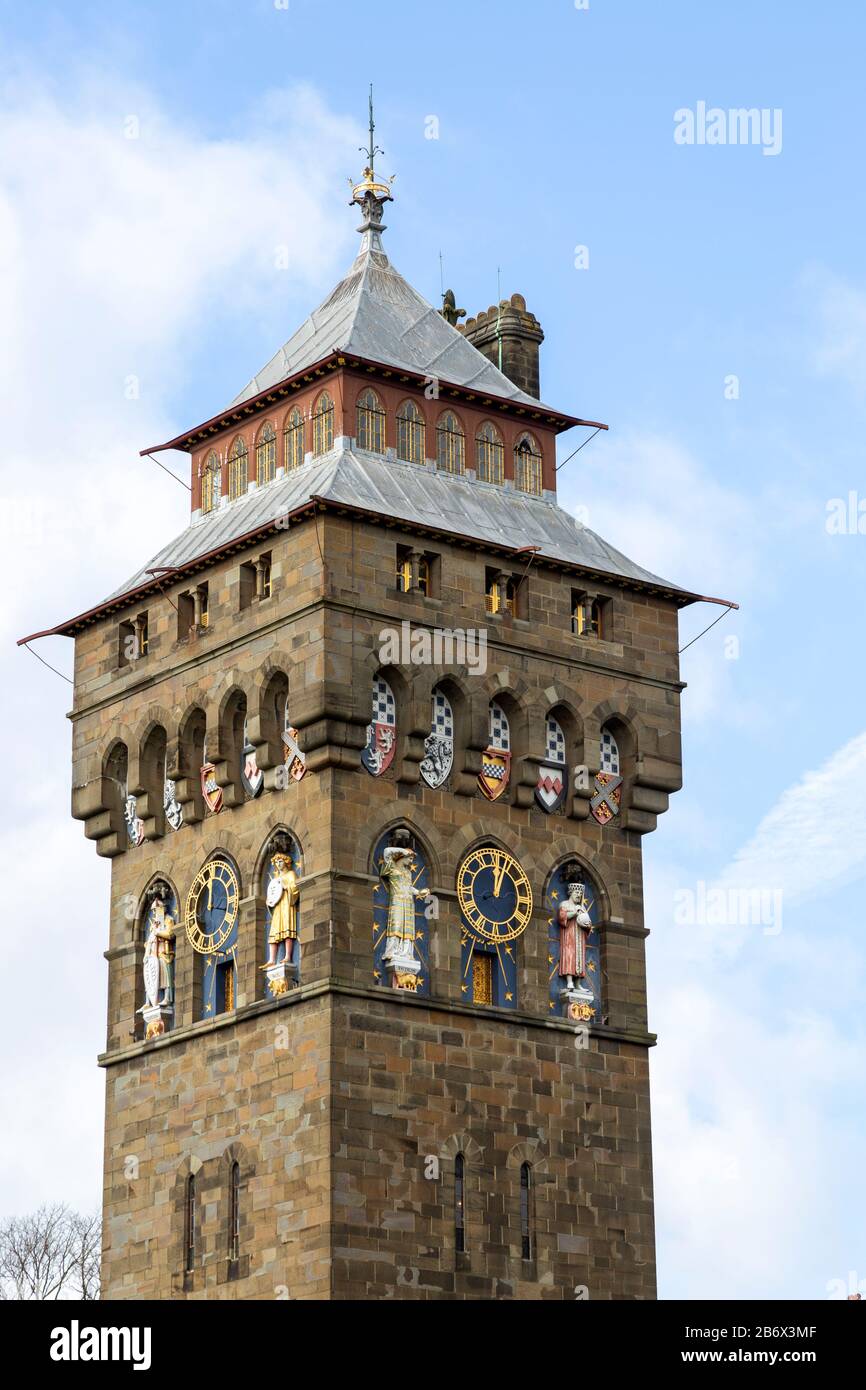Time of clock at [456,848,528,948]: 12:03
